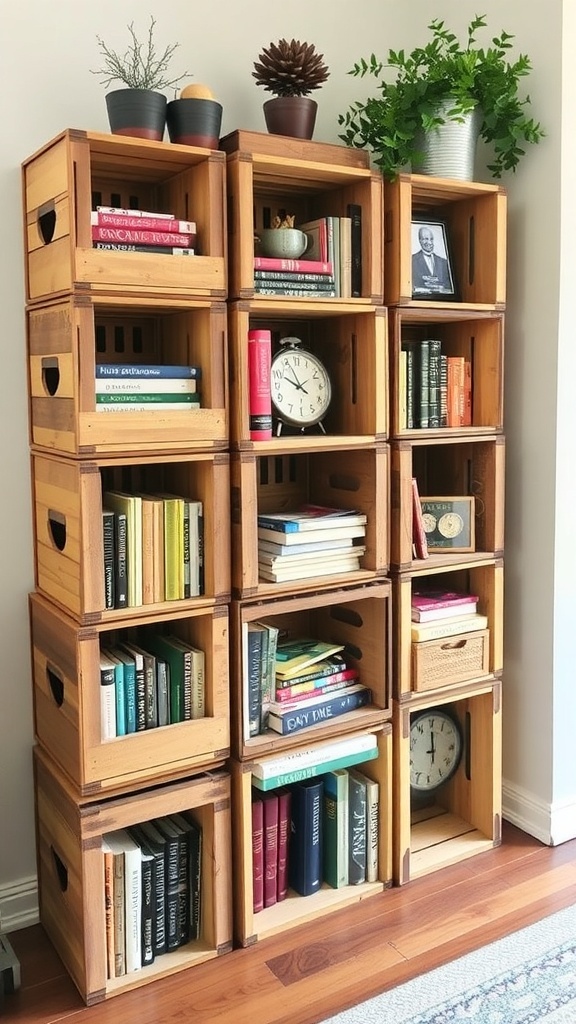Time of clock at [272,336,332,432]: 9:56
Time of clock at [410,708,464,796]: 11:59
